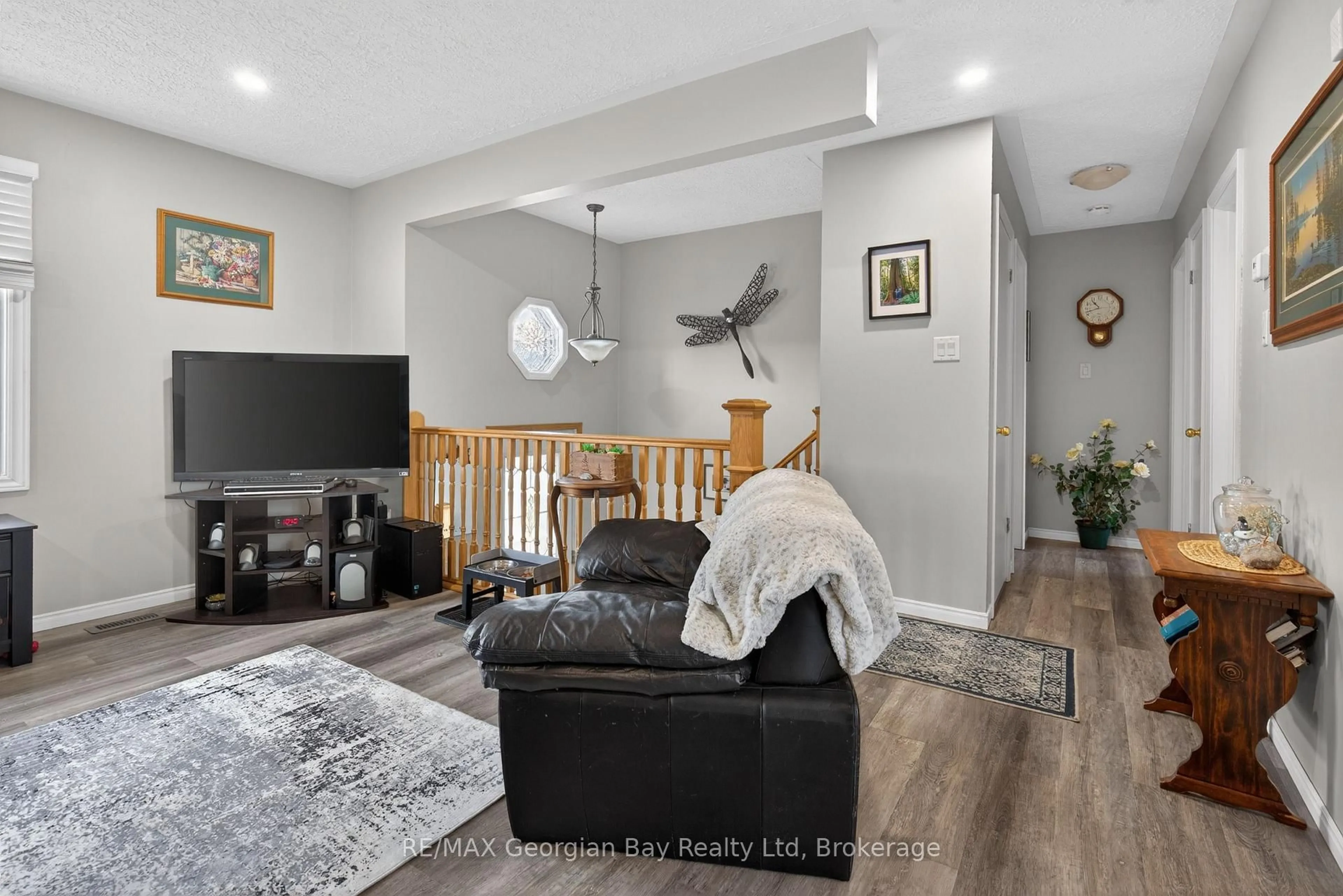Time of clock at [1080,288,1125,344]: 10:42
